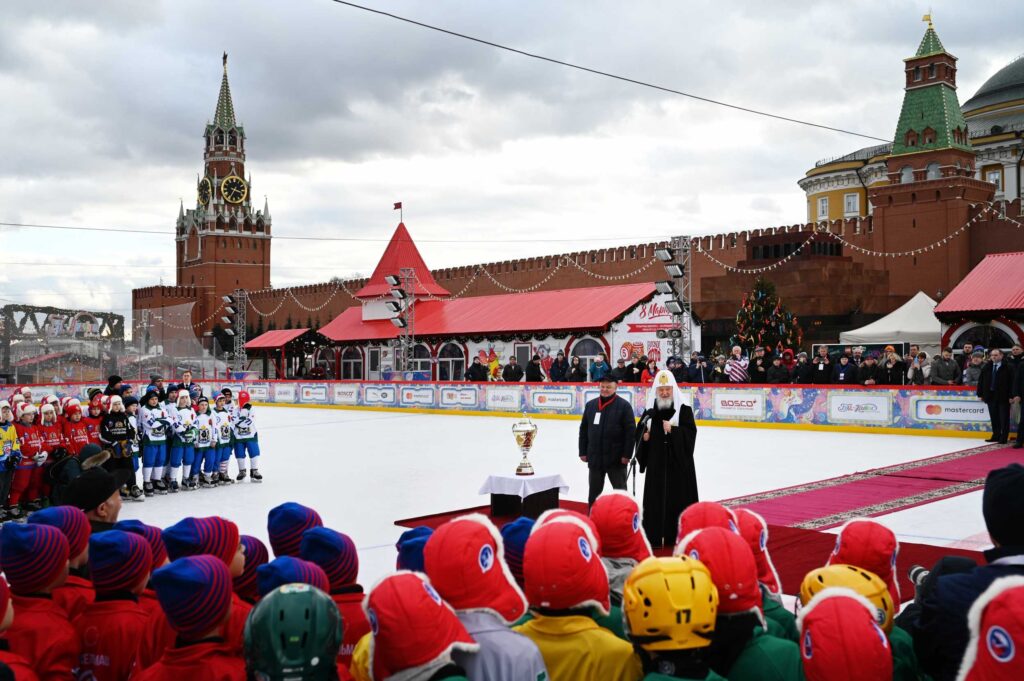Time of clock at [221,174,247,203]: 3:34
